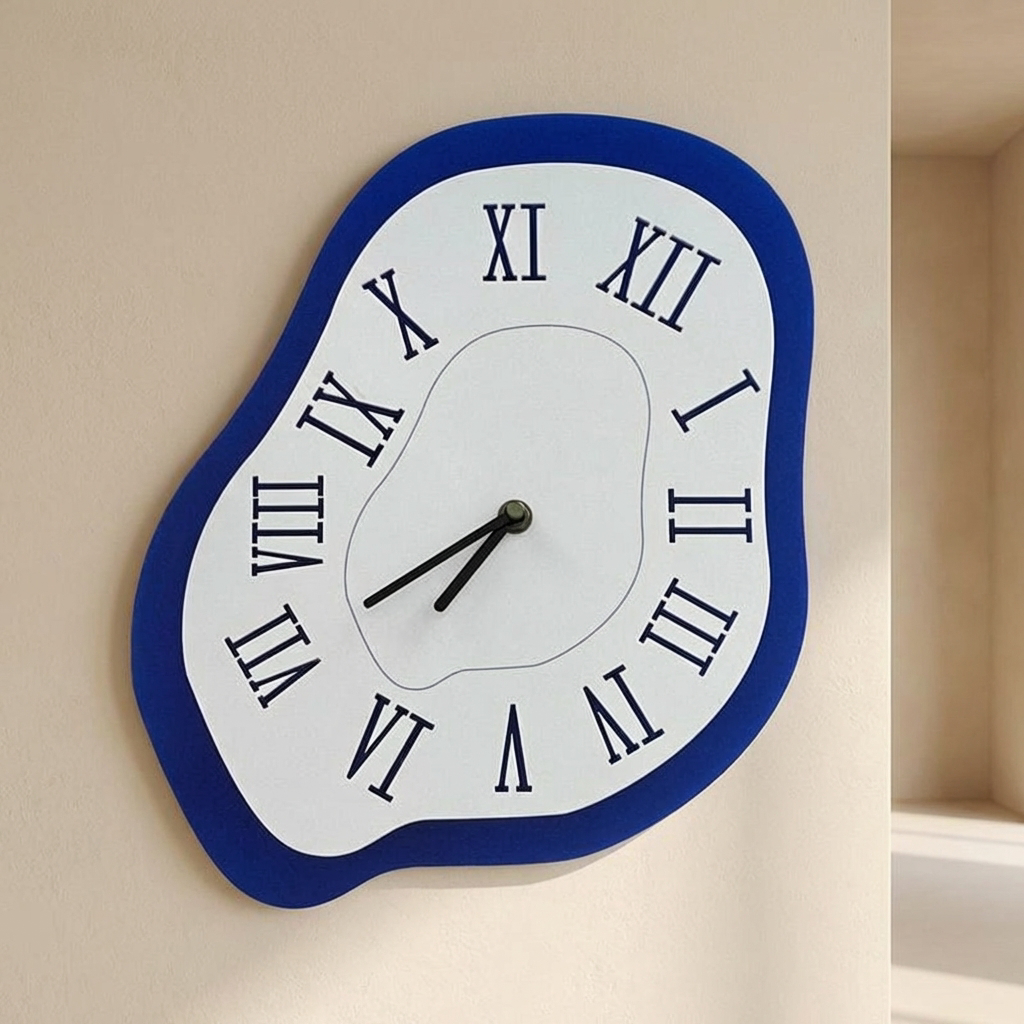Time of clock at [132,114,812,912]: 7:40
